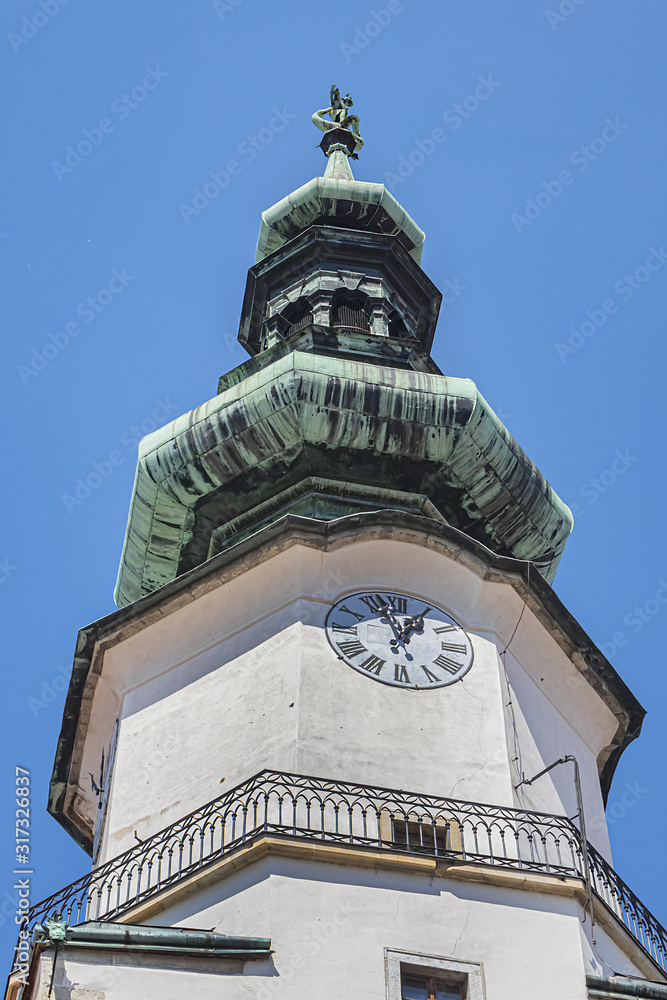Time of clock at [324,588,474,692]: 12:57
